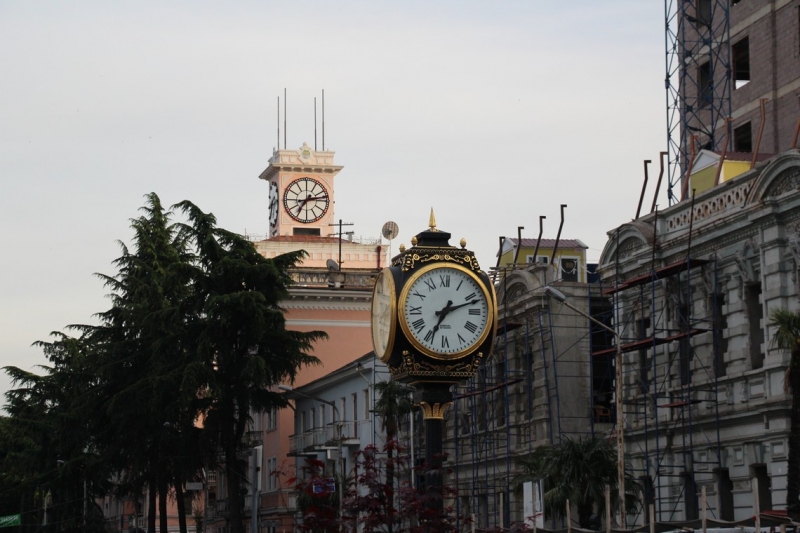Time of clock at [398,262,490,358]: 7:11
